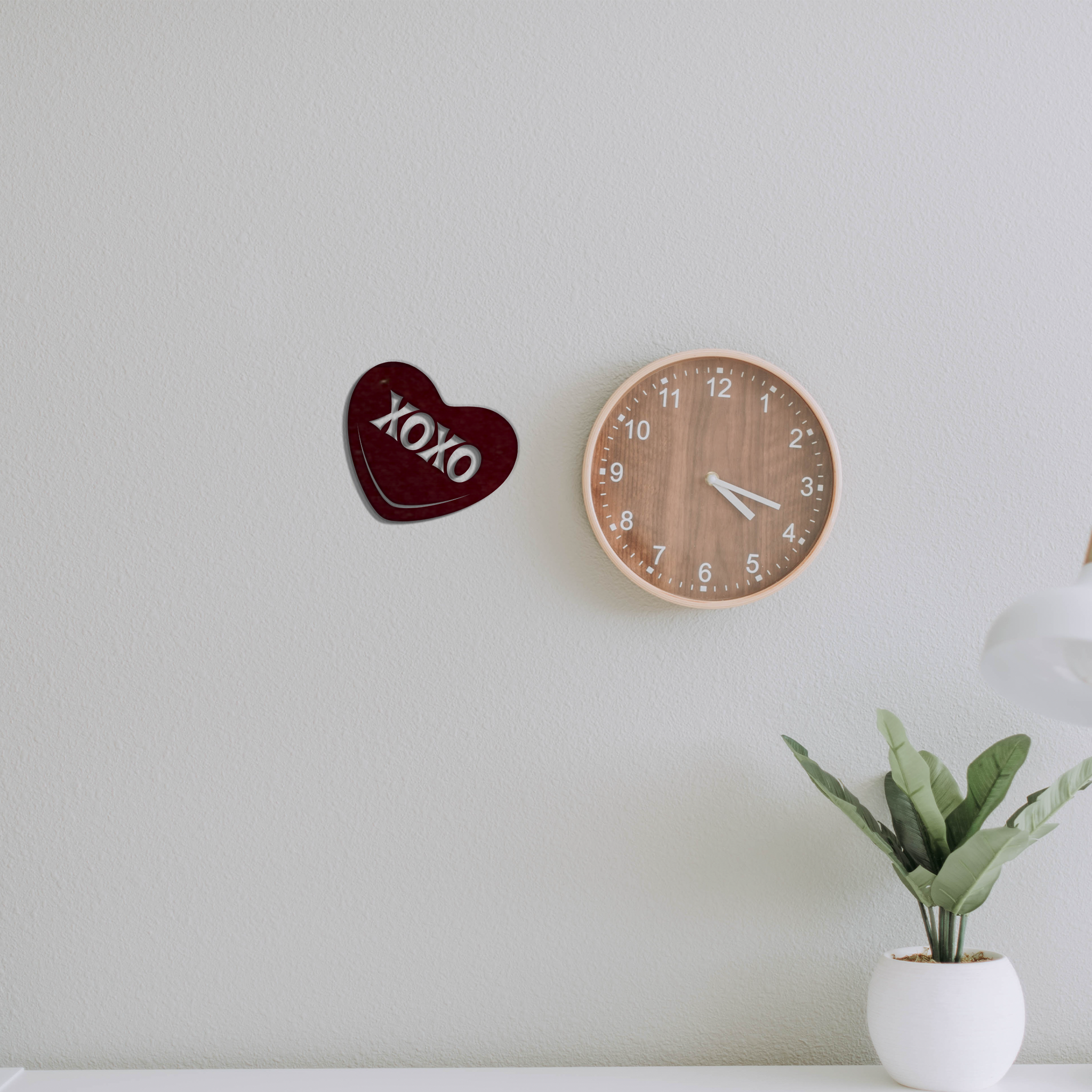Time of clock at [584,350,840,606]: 4:18
